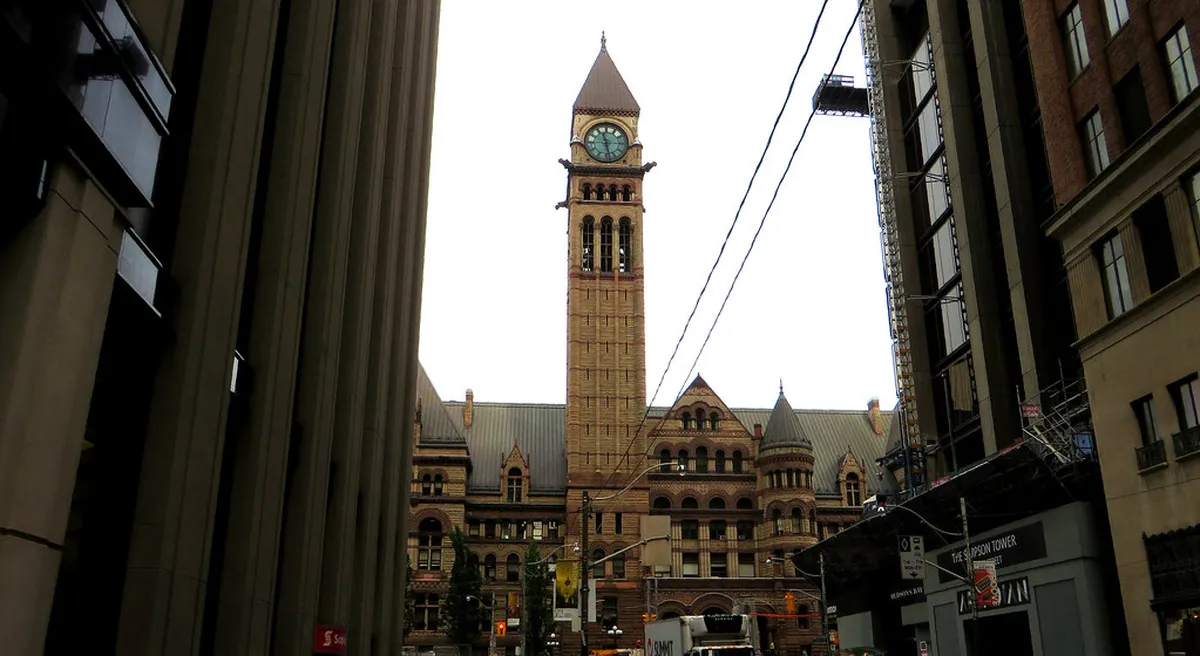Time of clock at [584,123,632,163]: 11:28
